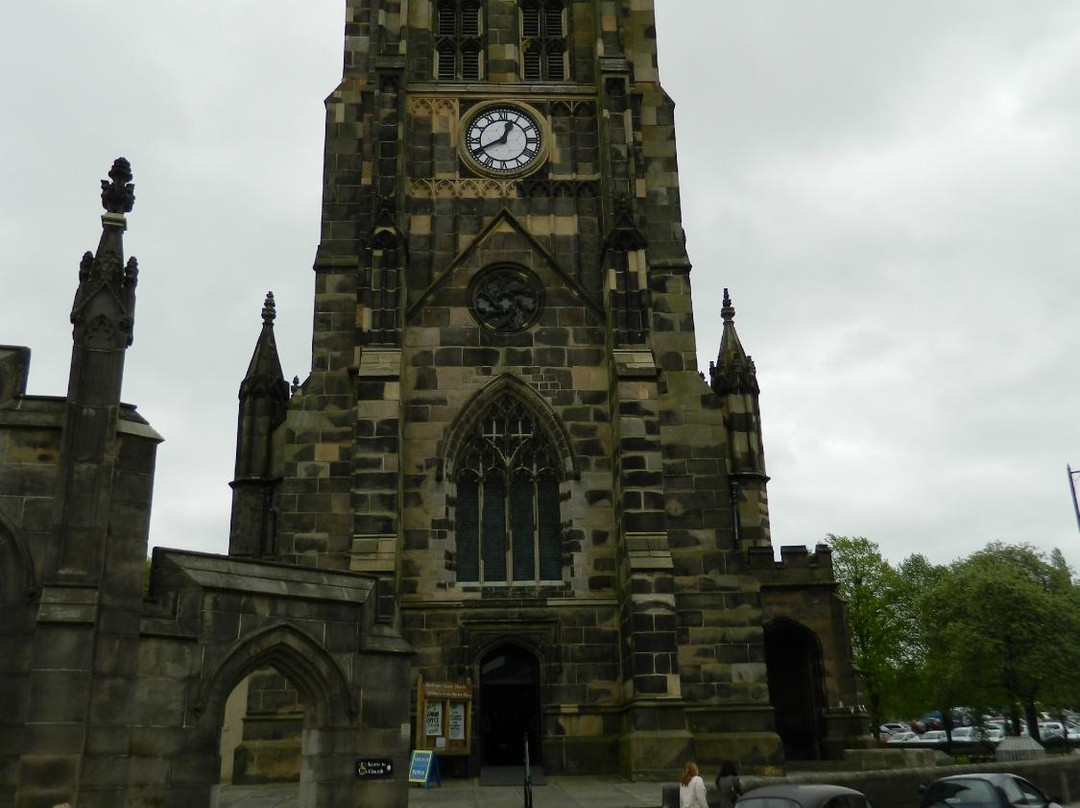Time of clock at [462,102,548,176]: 12:40
